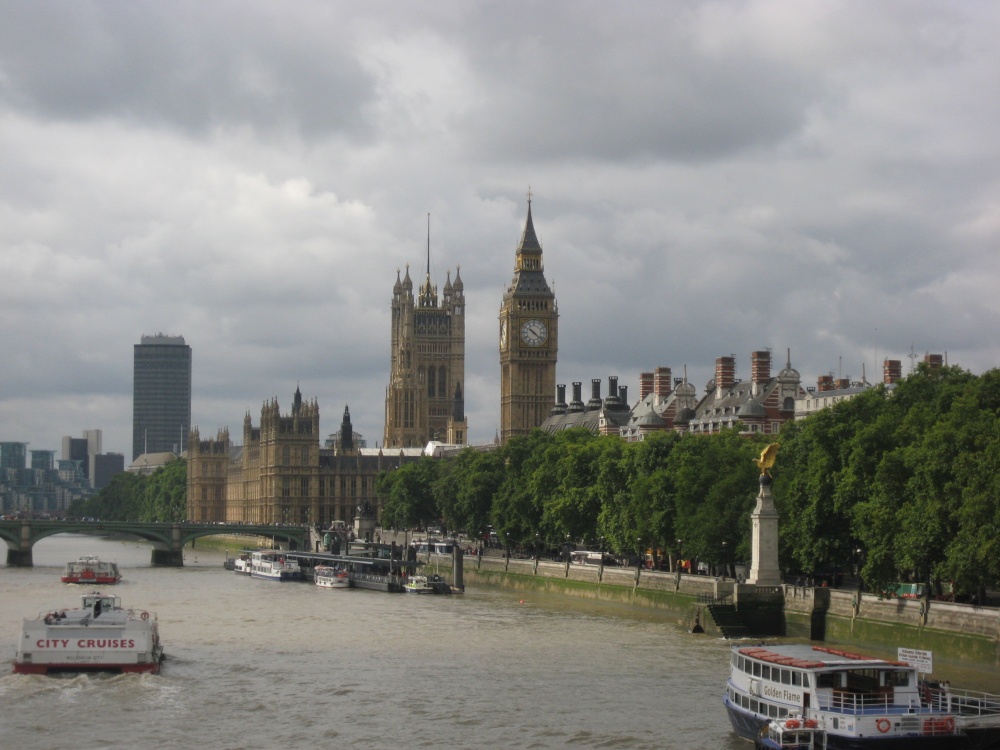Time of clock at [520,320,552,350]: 10:21
